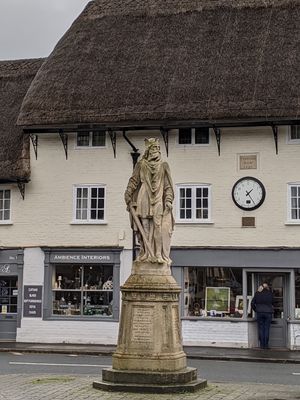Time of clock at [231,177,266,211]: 1:24
